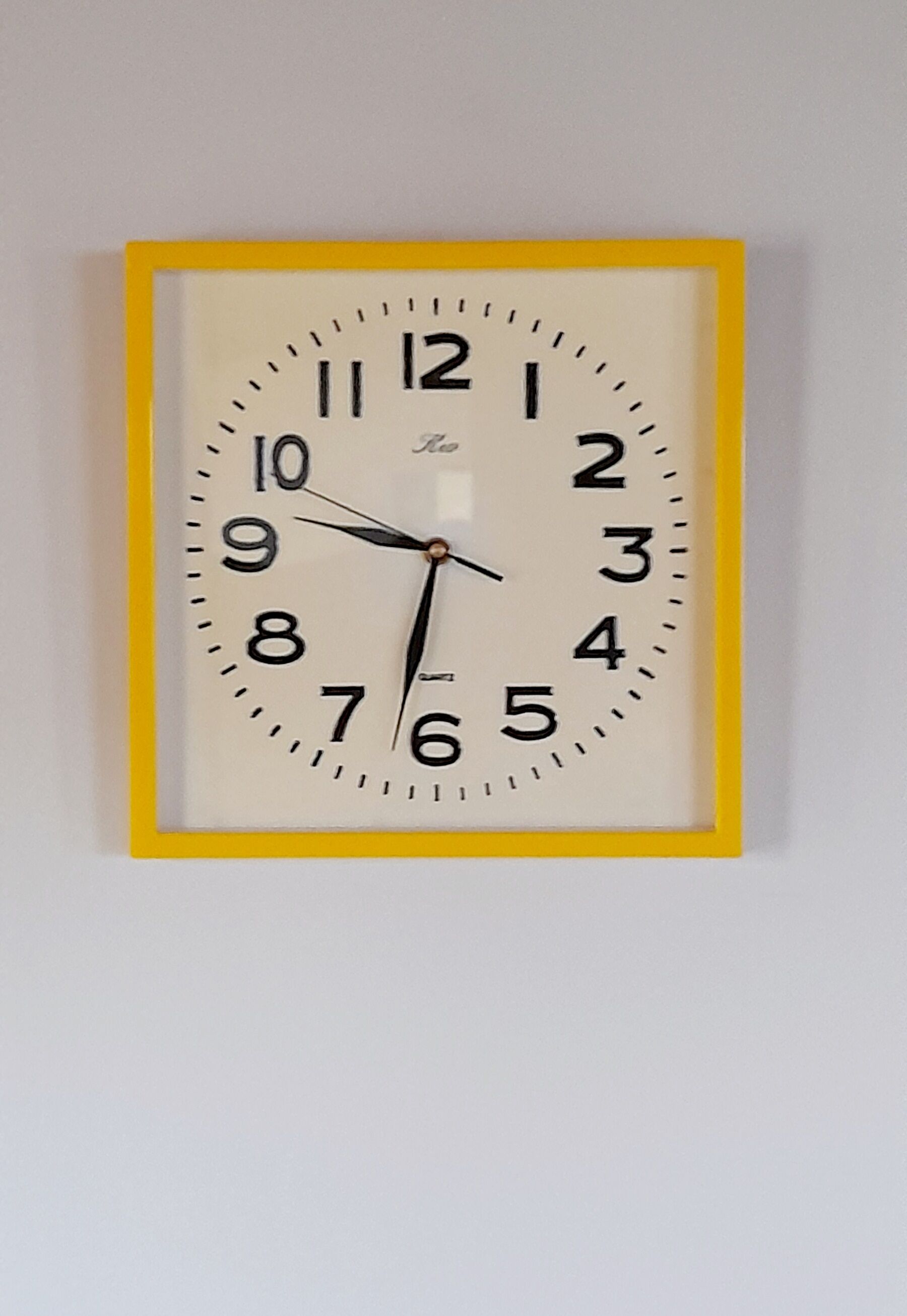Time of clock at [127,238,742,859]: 9:32
